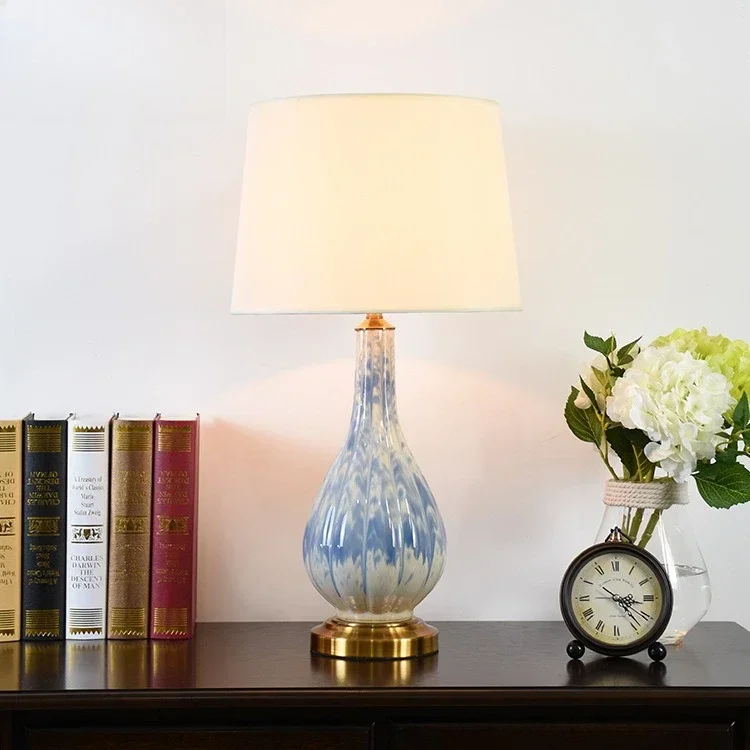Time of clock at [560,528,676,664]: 3:23
